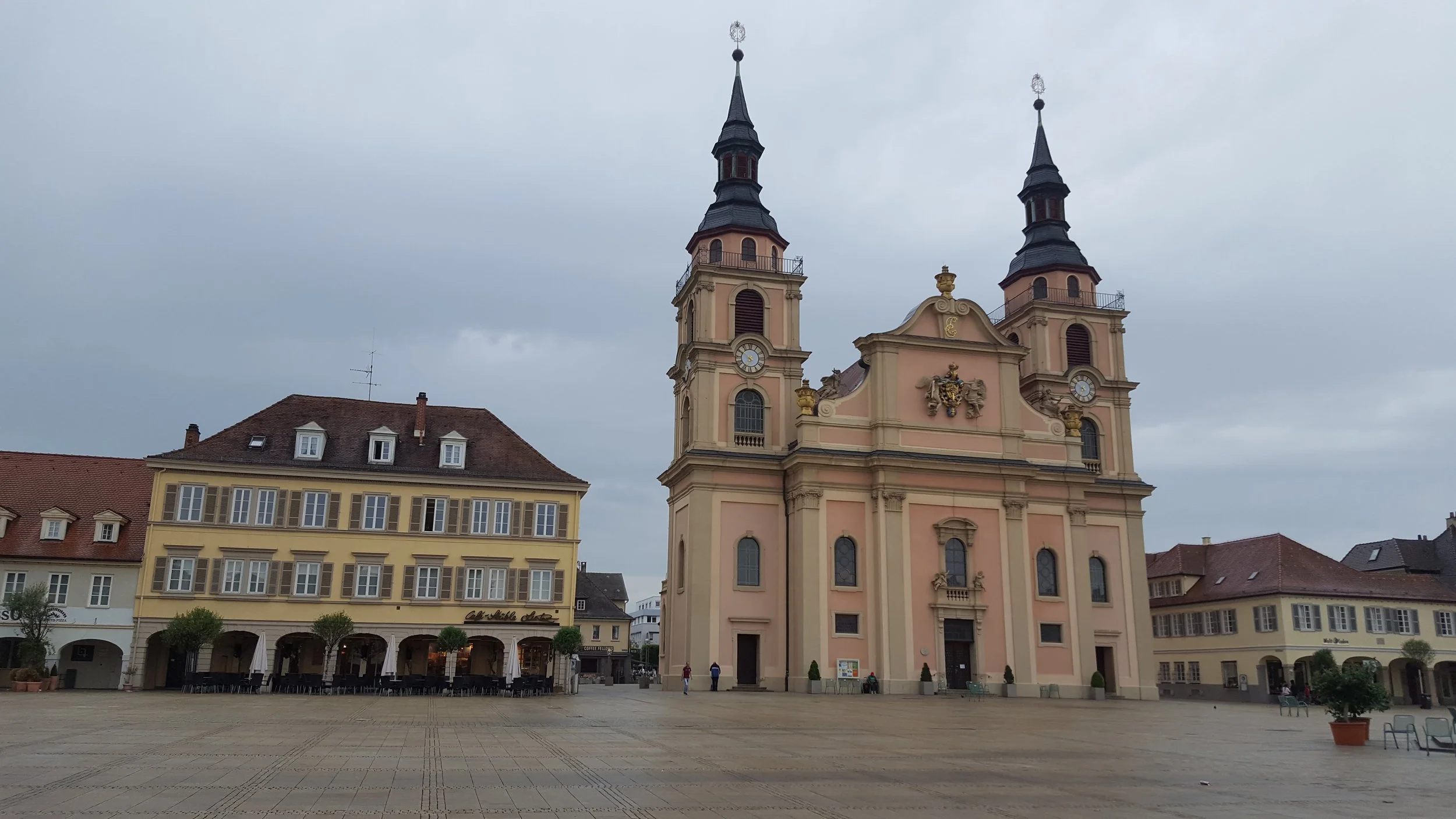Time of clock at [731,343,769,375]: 6:50
